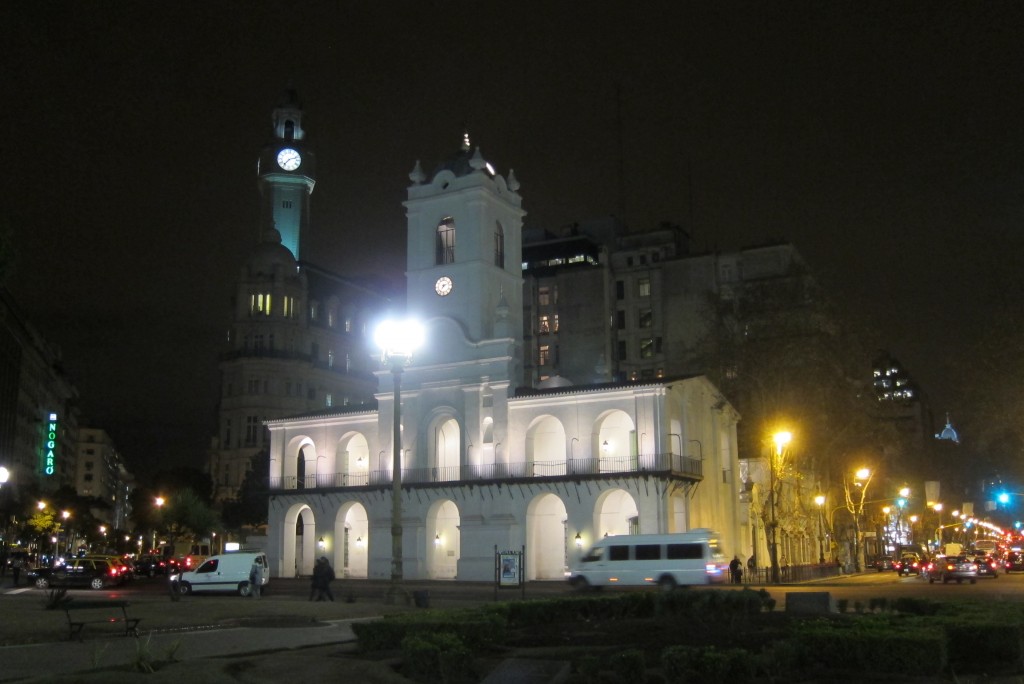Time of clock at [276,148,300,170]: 7:11
